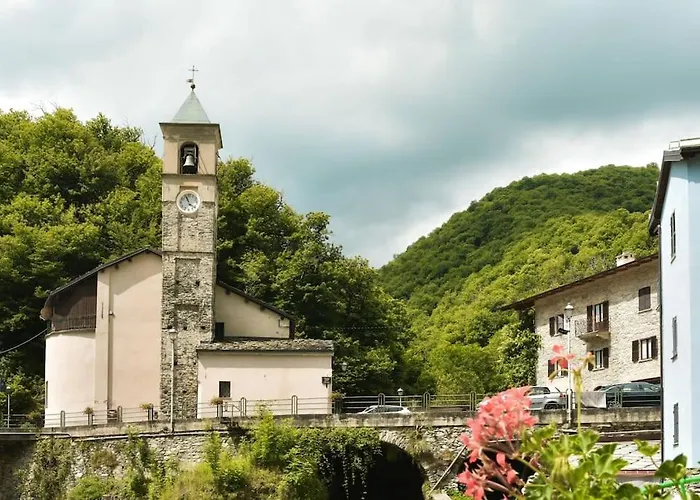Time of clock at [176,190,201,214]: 11:21
